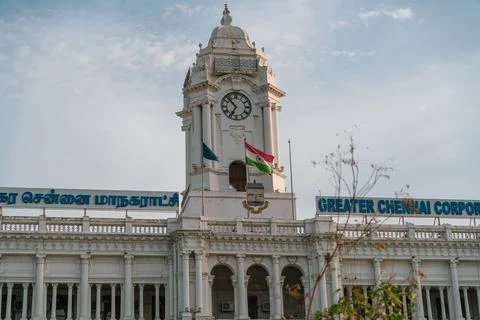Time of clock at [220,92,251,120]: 6:52
